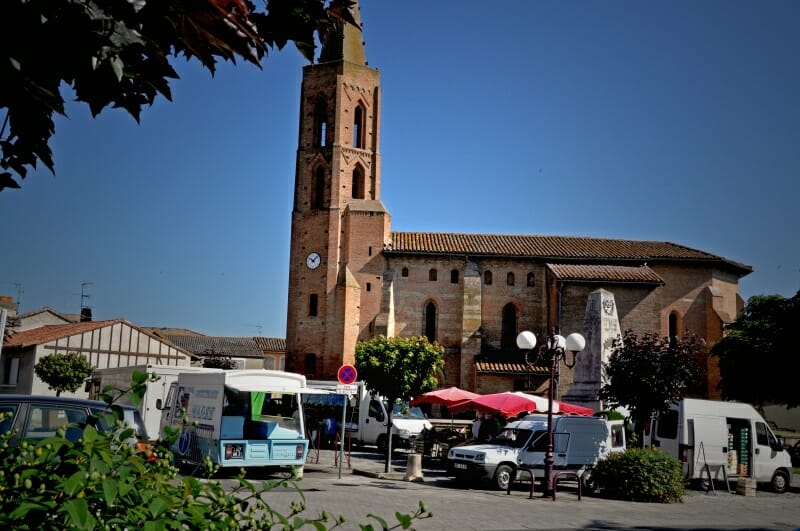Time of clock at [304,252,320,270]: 10:07
